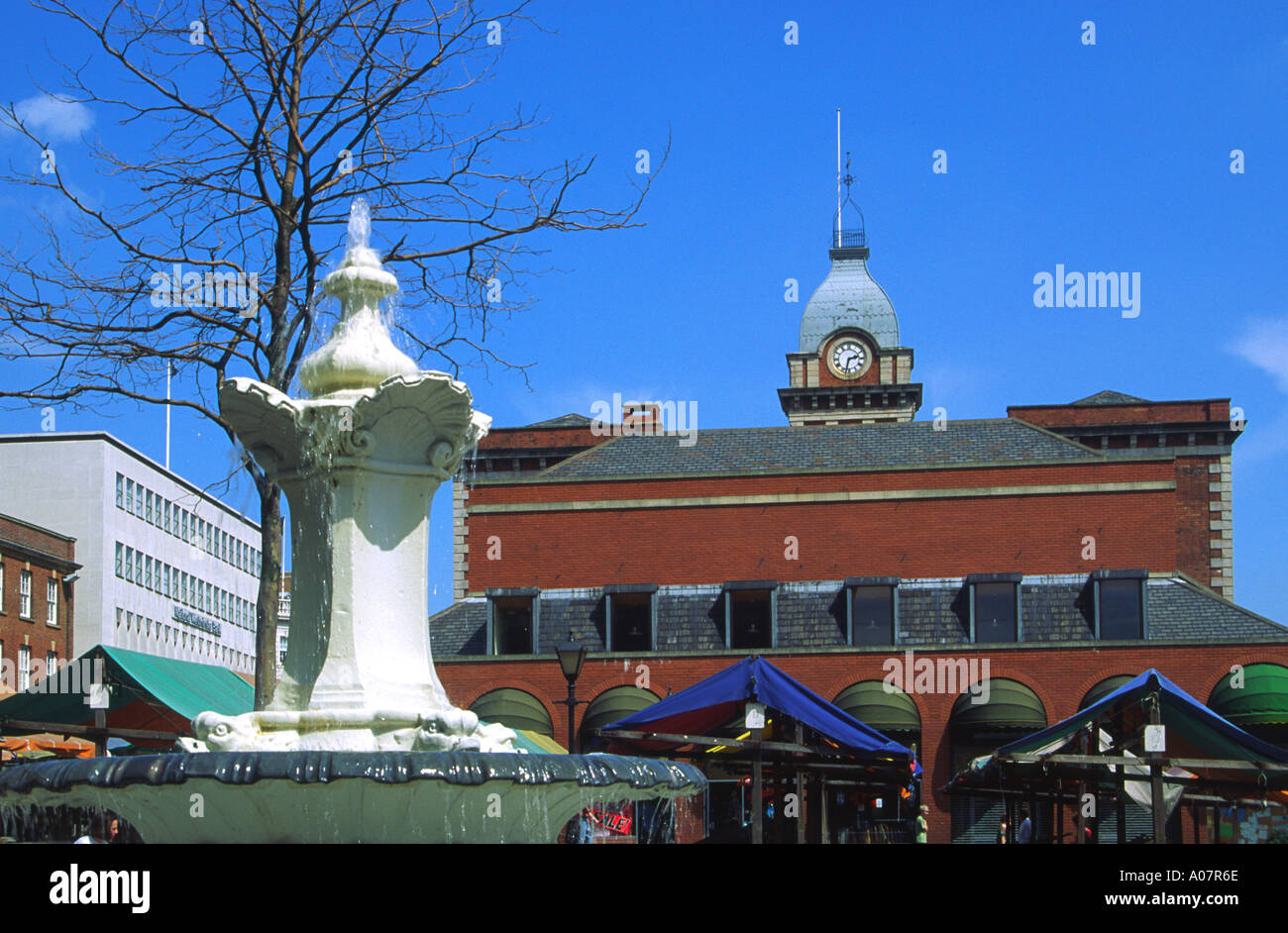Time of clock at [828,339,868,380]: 2:32
